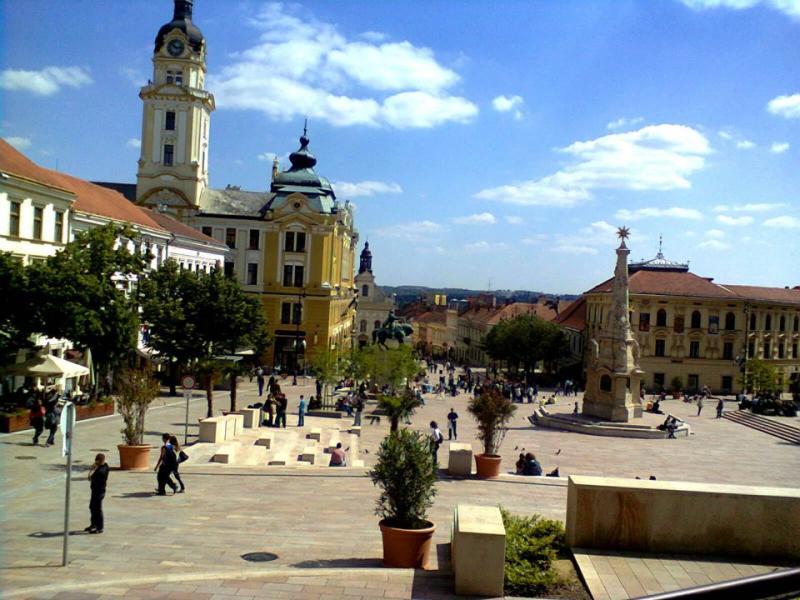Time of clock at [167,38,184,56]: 2:52
